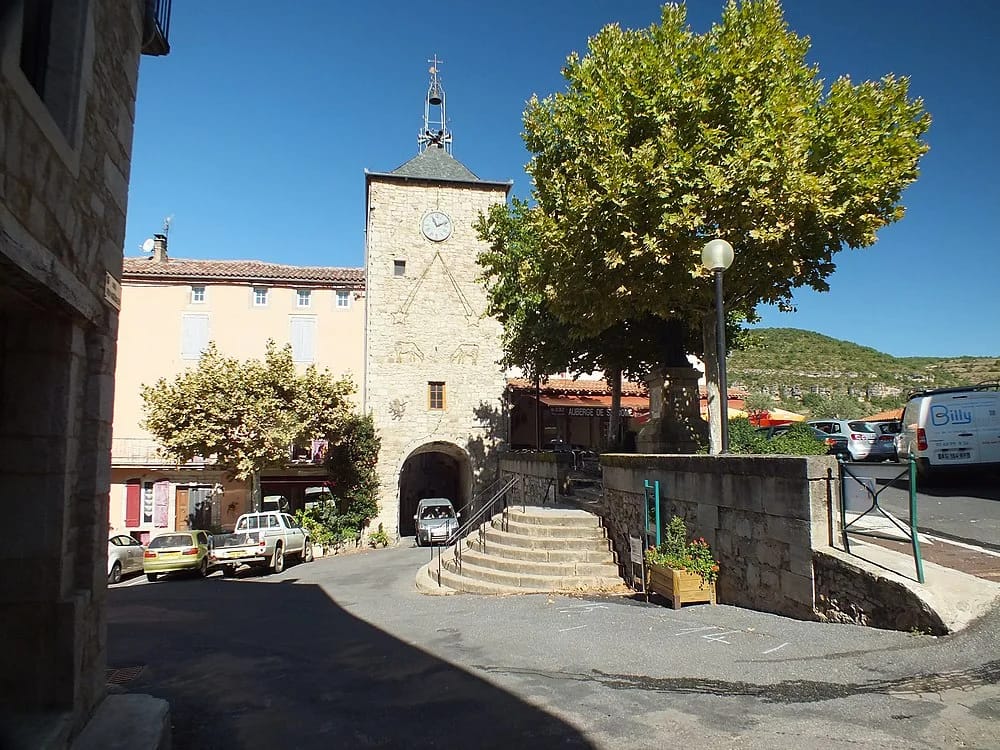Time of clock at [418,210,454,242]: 11:11
